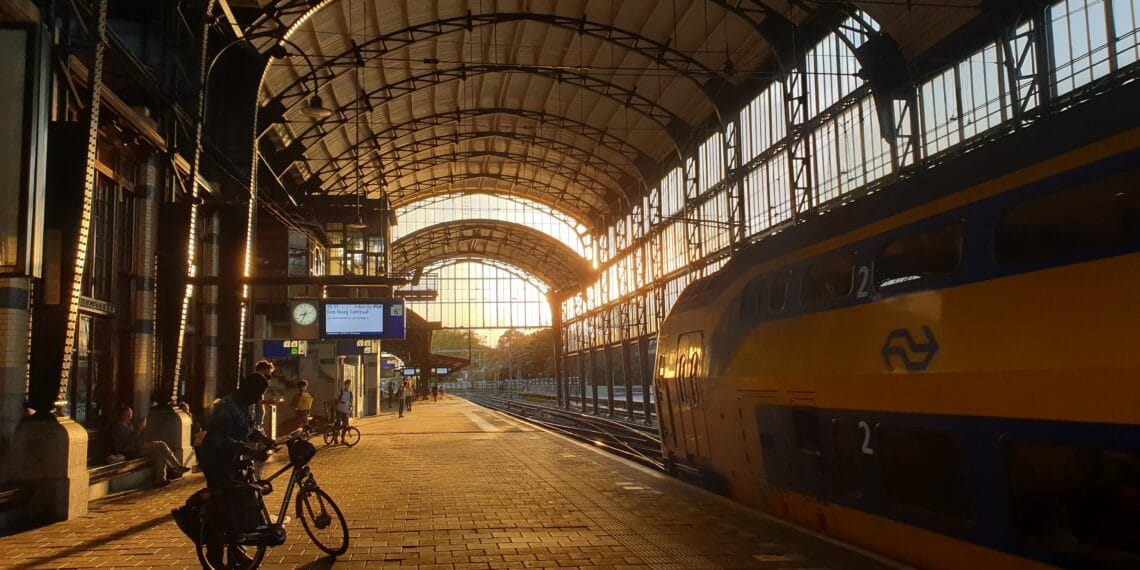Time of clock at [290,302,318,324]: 8:34
